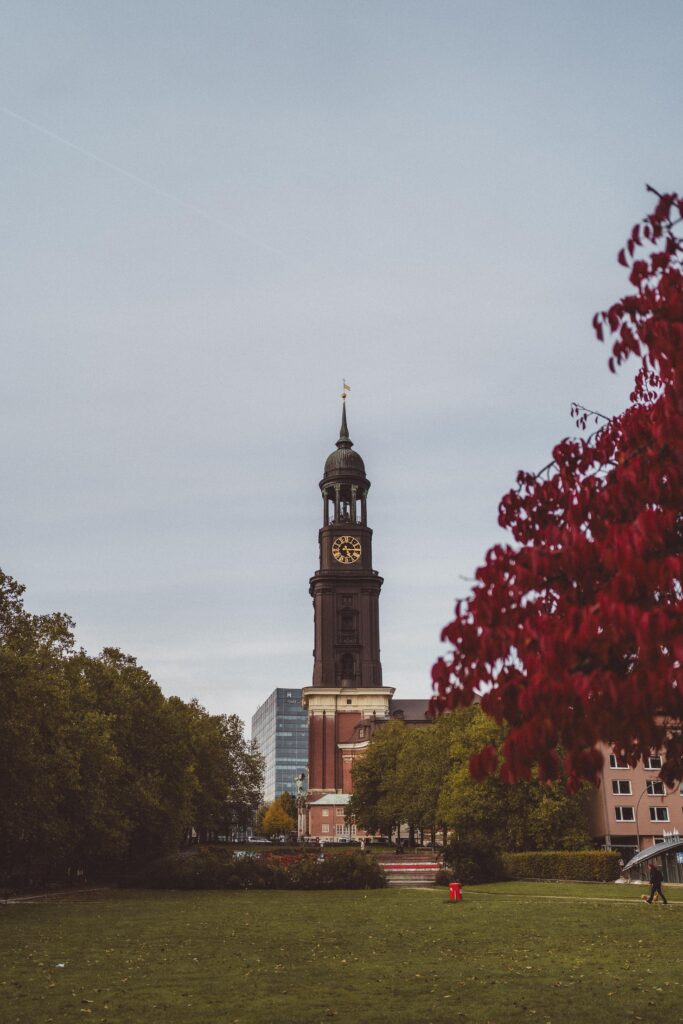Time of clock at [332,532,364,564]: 5:14
